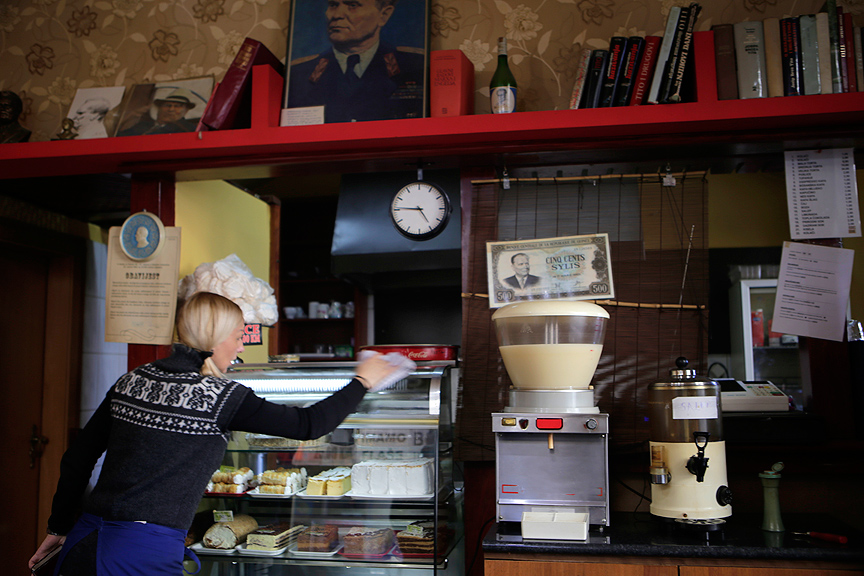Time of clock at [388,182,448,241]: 4:45
